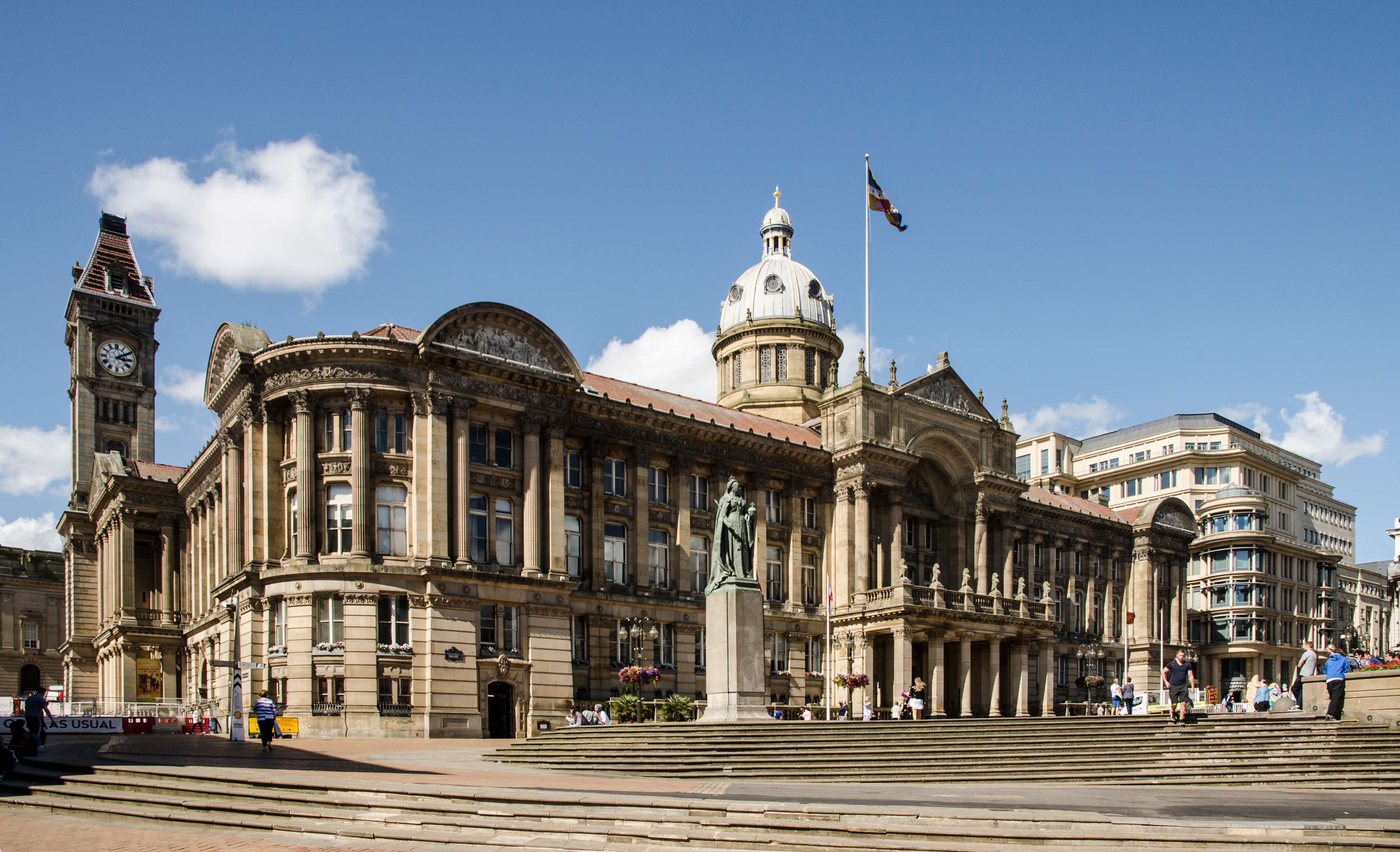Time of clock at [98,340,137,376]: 3:09
